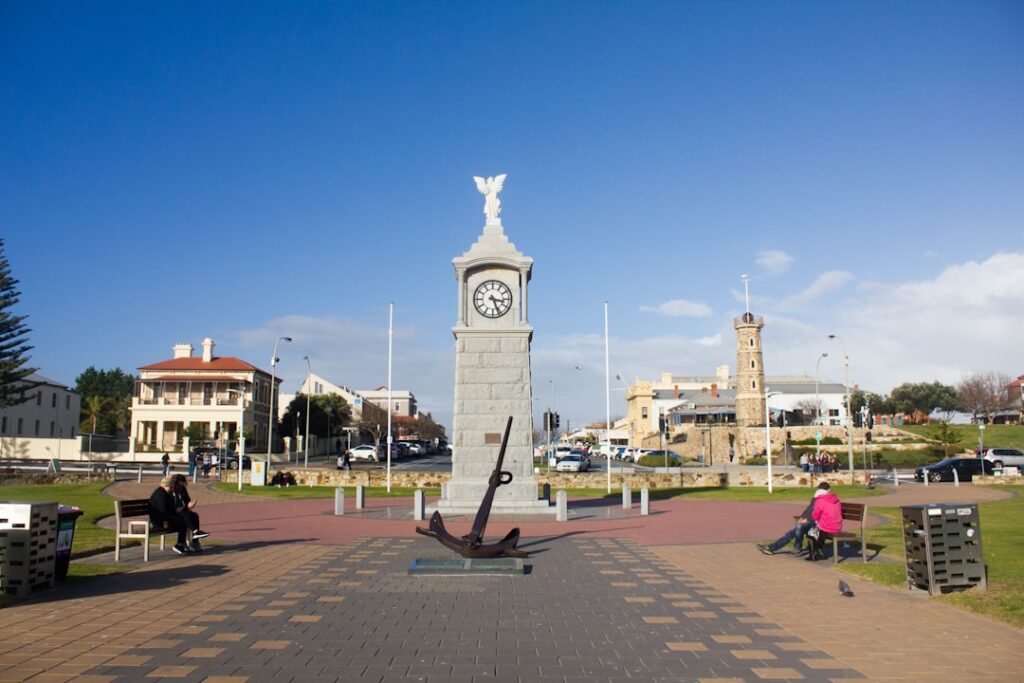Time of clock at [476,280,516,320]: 3:26
